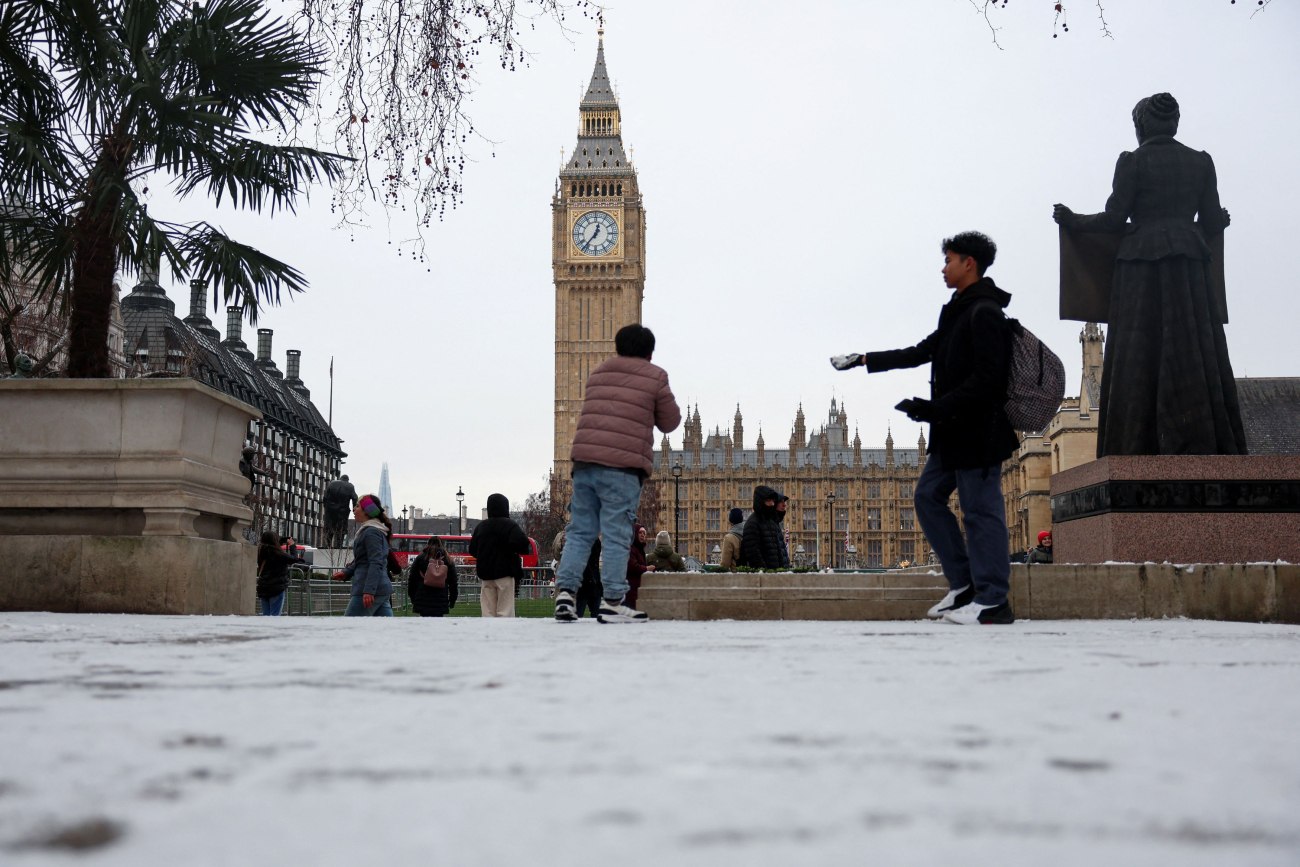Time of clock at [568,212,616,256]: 12:36
